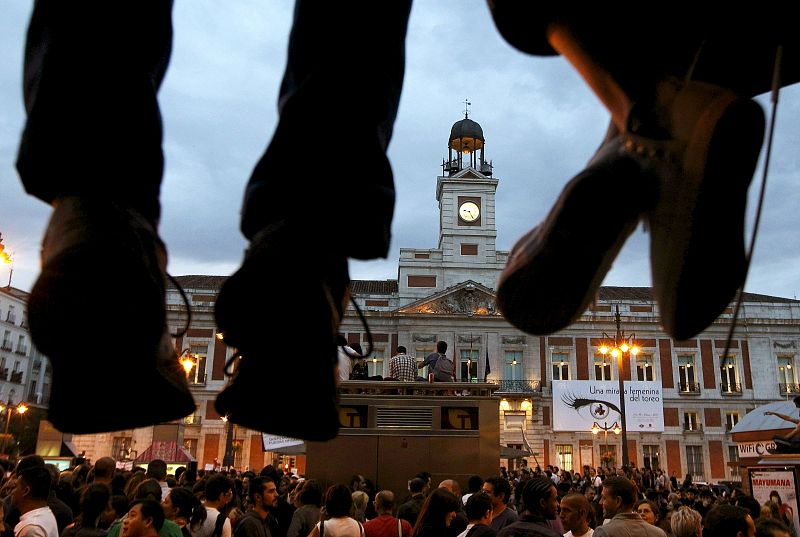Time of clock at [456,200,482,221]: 9:25
